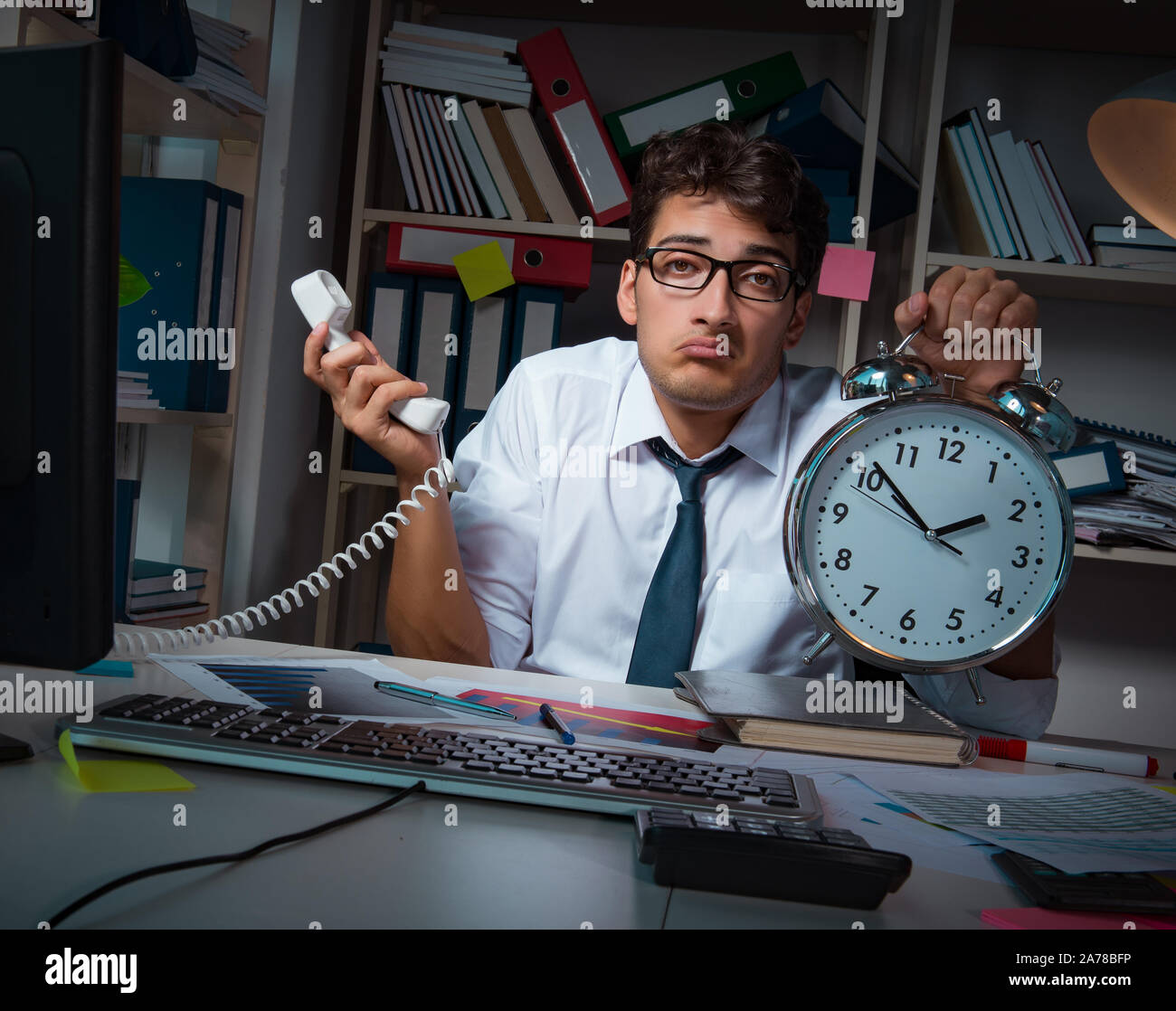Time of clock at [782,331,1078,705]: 1:51
